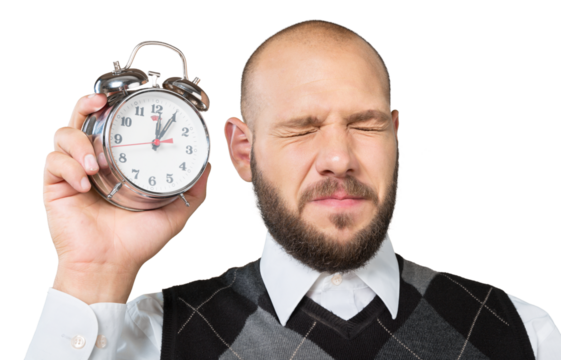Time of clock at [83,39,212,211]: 12:05
